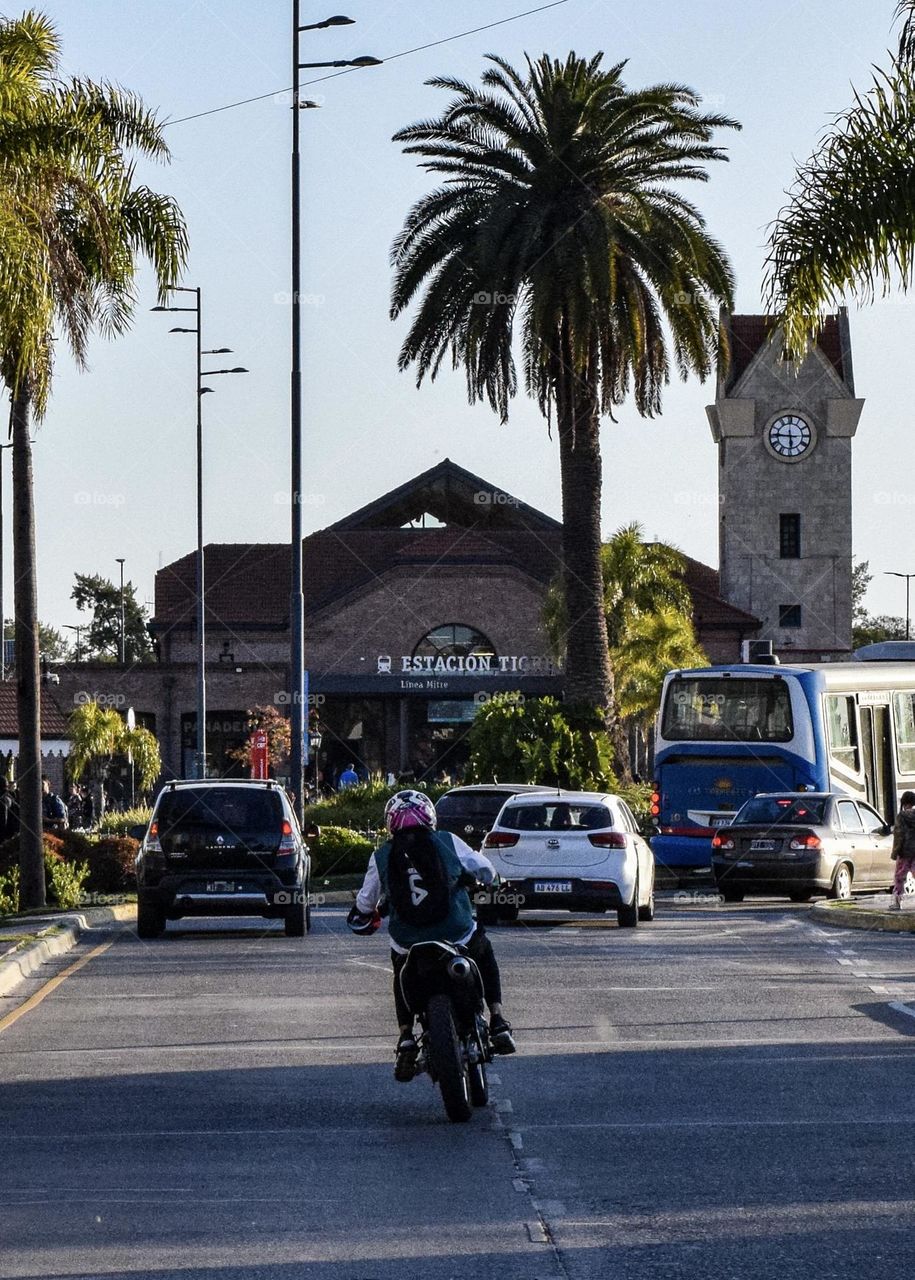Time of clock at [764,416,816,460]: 5:45
